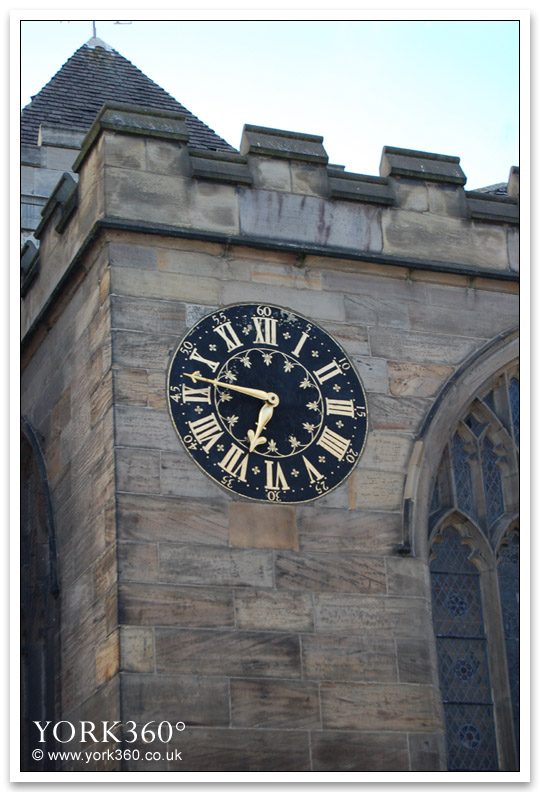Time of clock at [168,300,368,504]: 6:47
